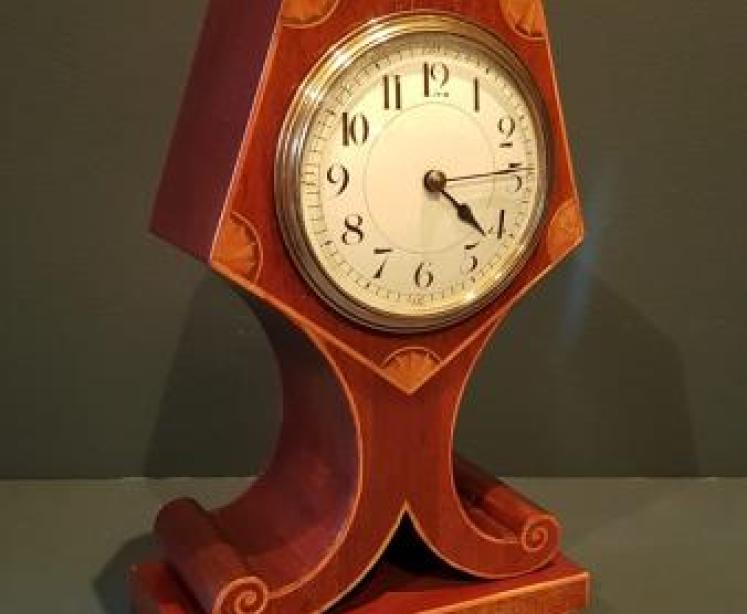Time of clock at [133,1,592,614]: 4:14
